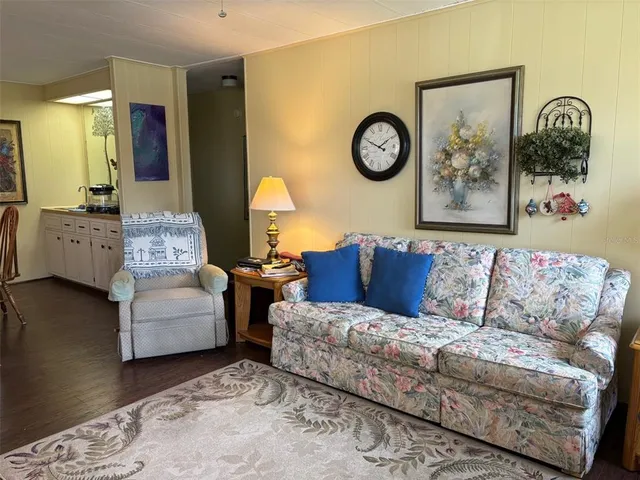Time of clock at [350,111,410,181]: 1:49
